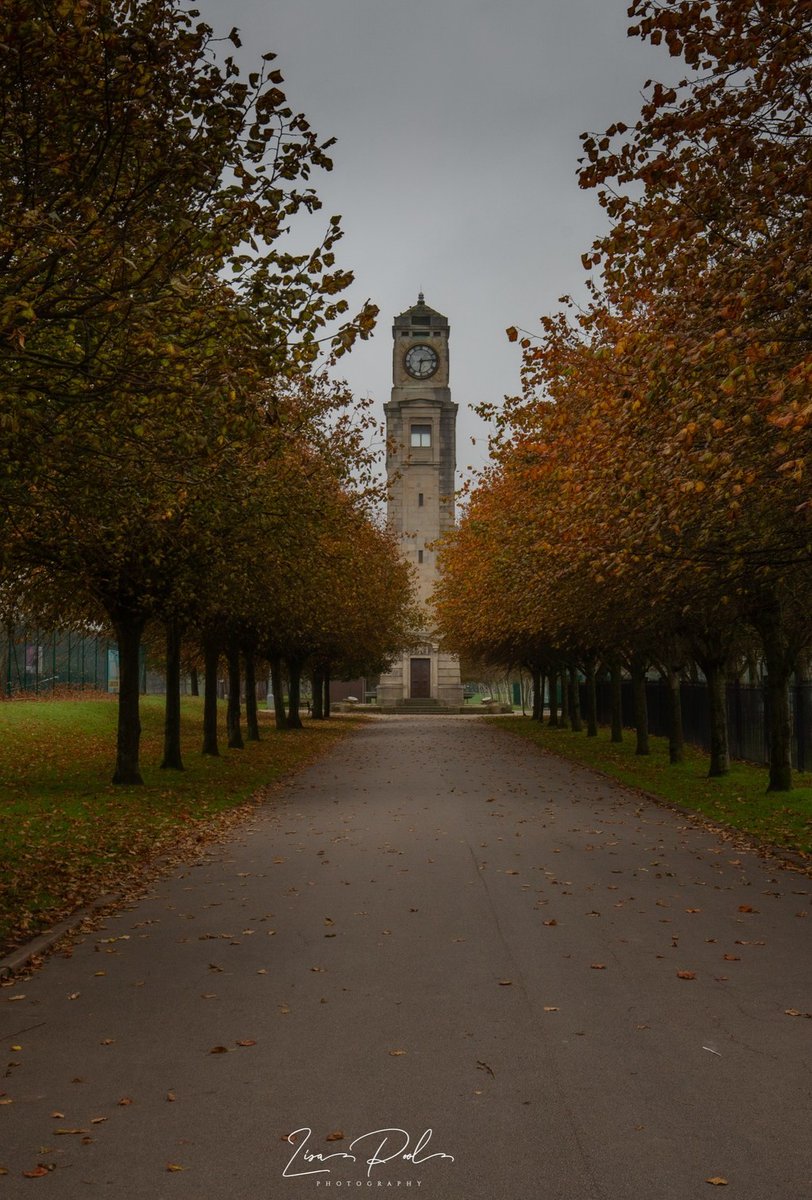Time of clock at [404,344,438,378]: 6:14
